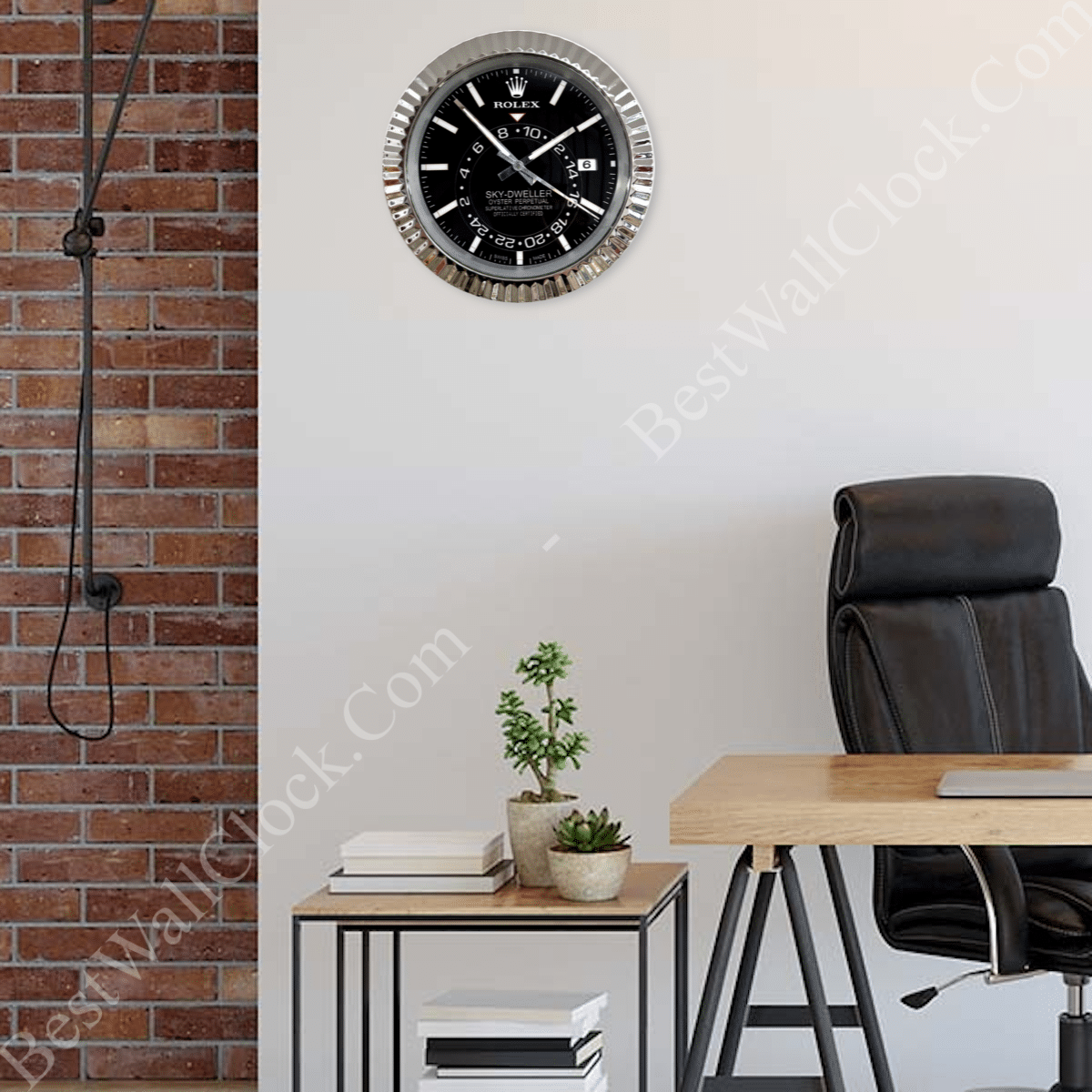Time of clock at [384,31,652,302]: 1:52
